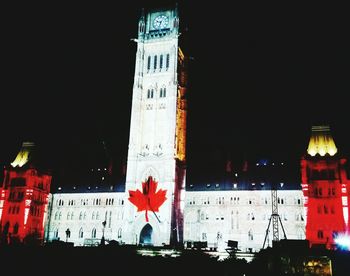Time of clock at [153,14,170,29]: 9:33
